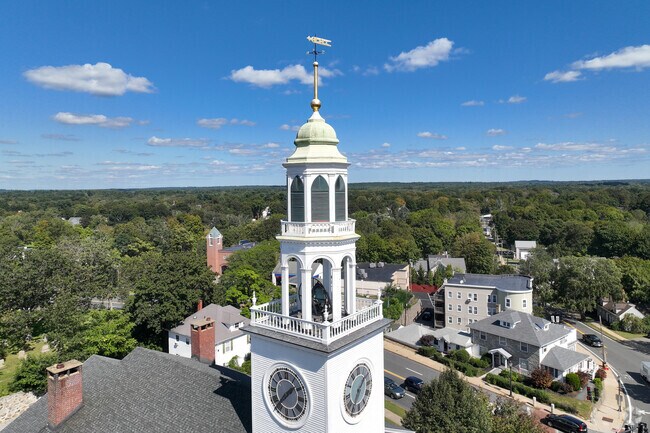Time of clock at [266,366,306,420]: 1:37
